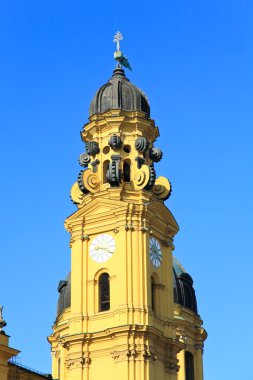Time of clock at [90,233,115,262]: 9:20
